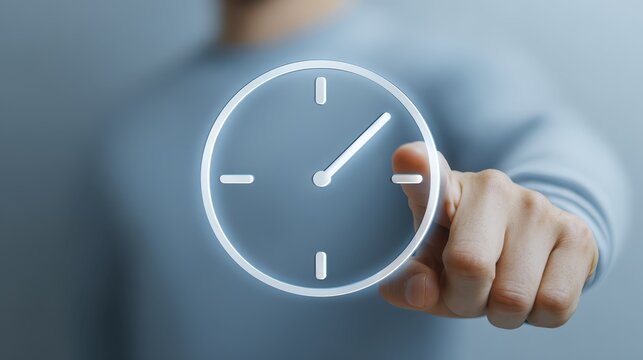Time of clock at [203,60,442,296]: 1:07
